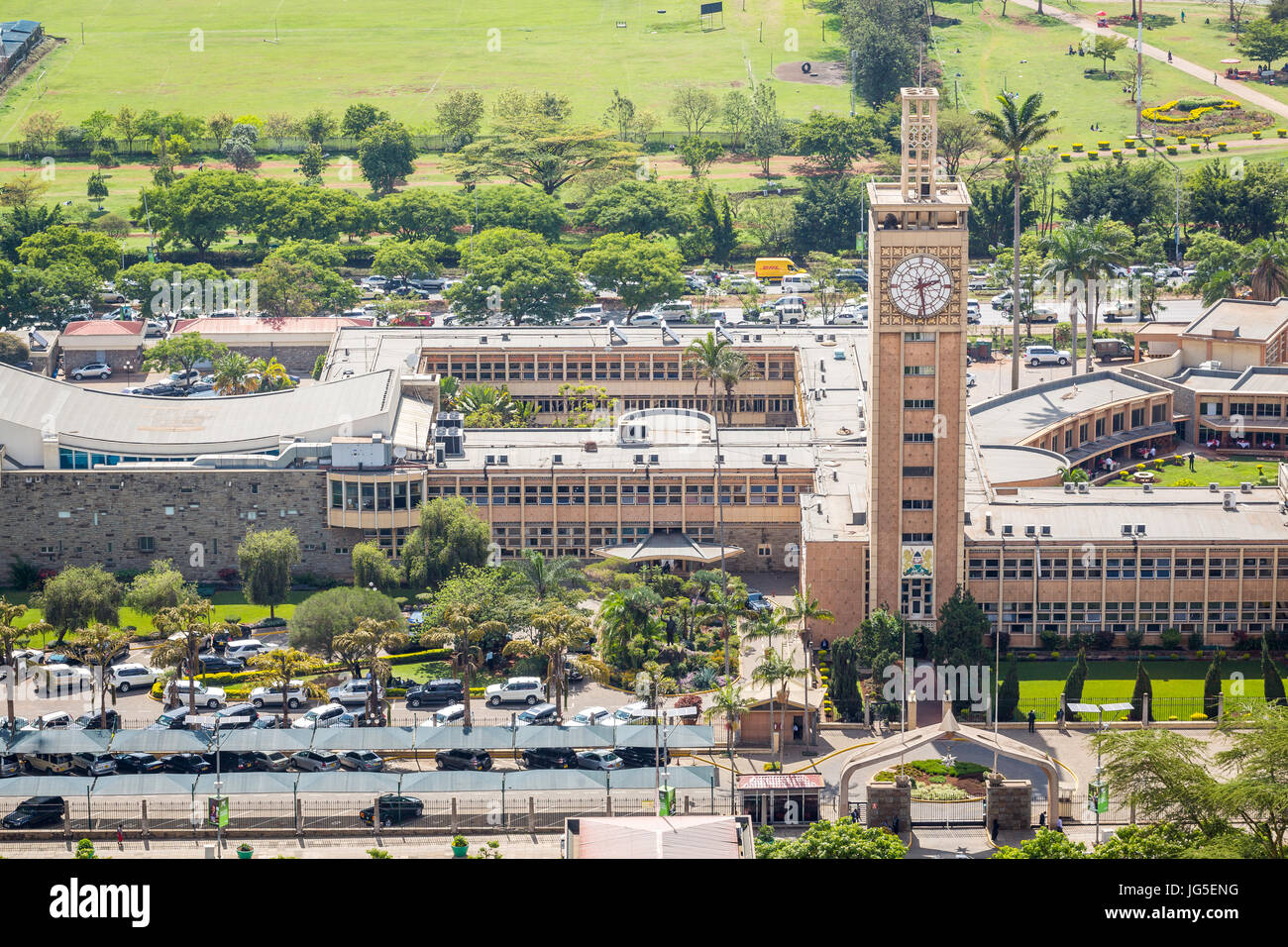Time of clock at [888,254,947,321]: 2:28
